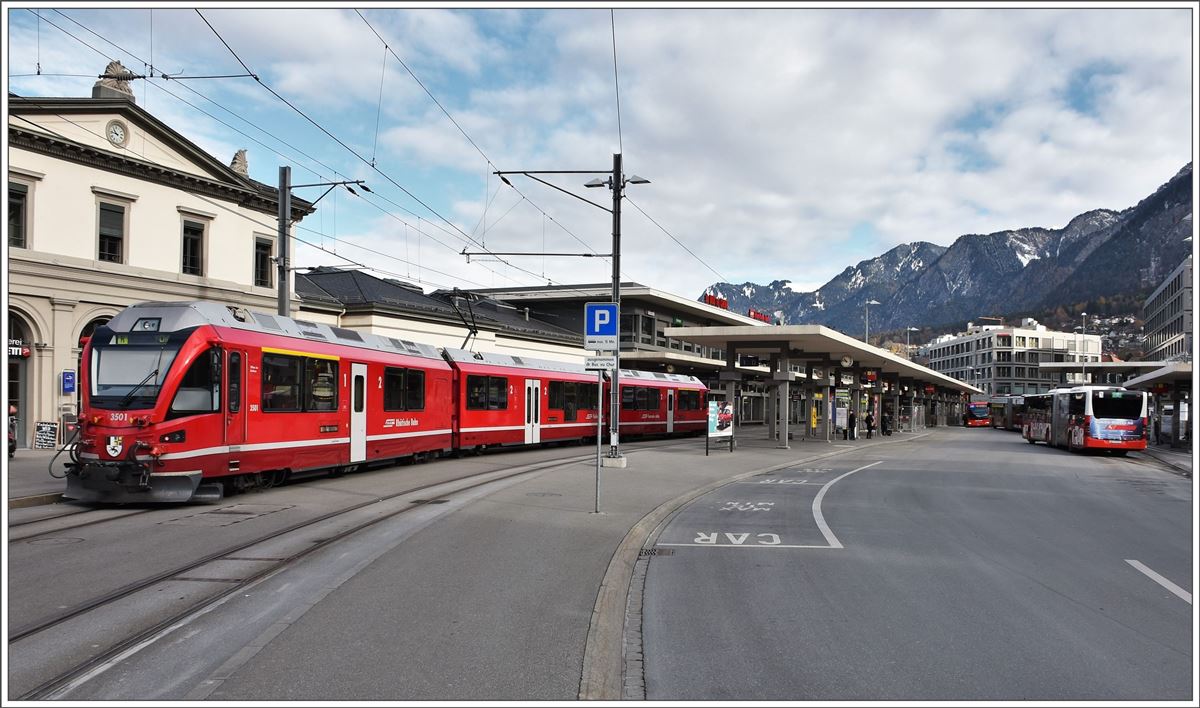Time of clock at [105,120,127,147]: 10:47
